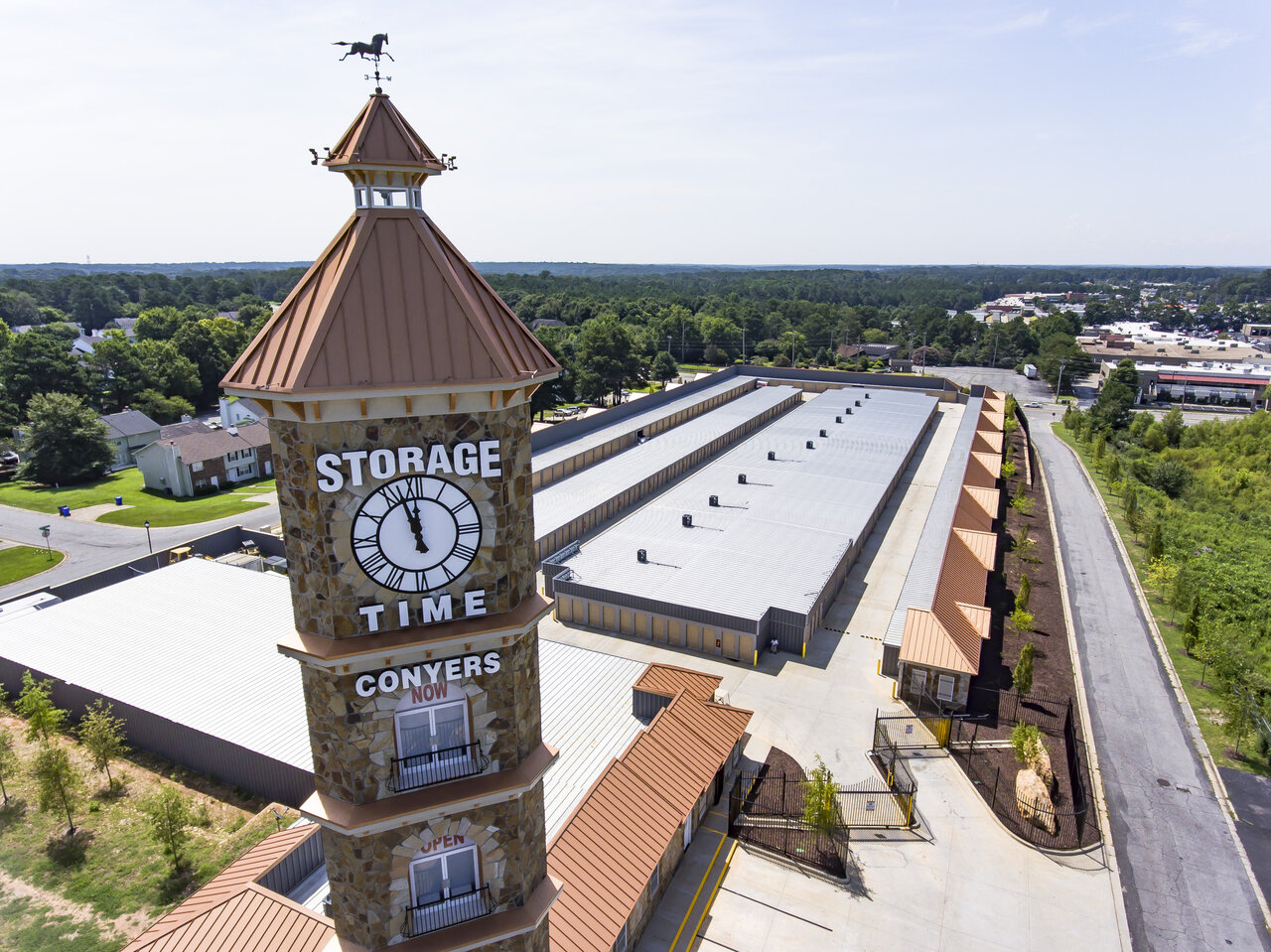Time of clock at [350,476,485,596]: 11:56
